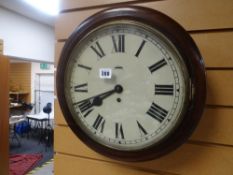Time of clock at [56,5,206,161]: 7:40
